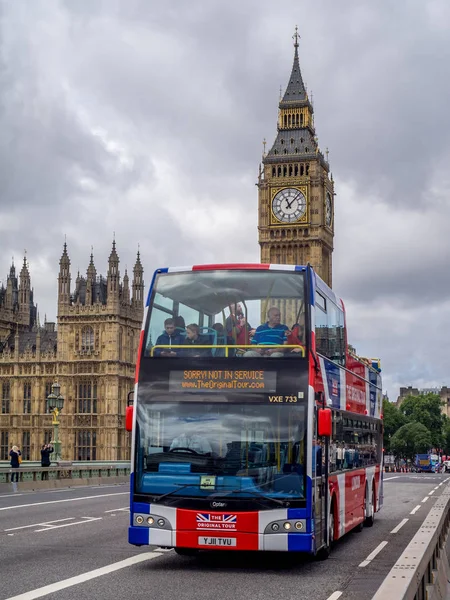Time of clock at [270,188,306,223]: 11:07
